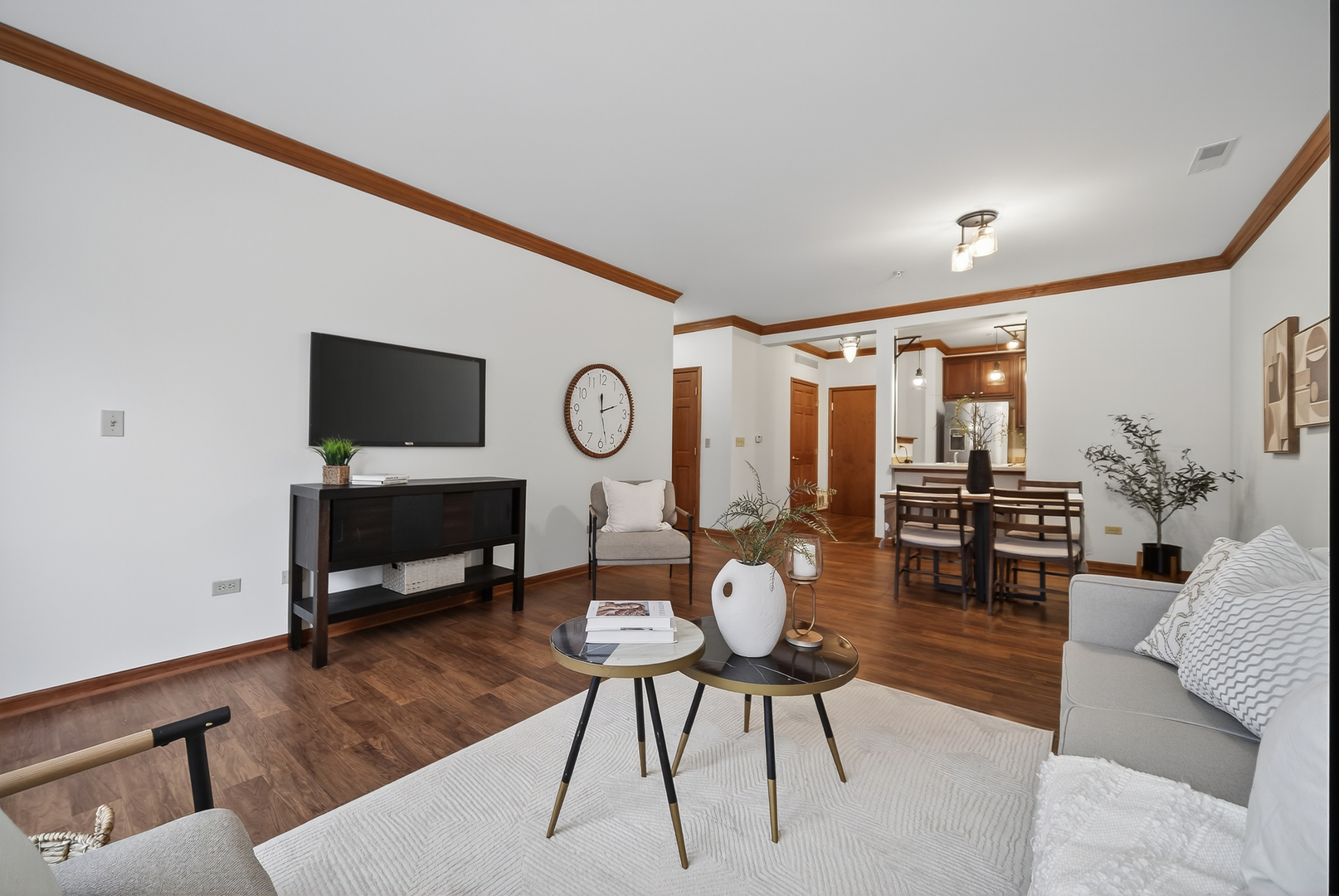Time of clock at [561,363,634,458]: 2:27
